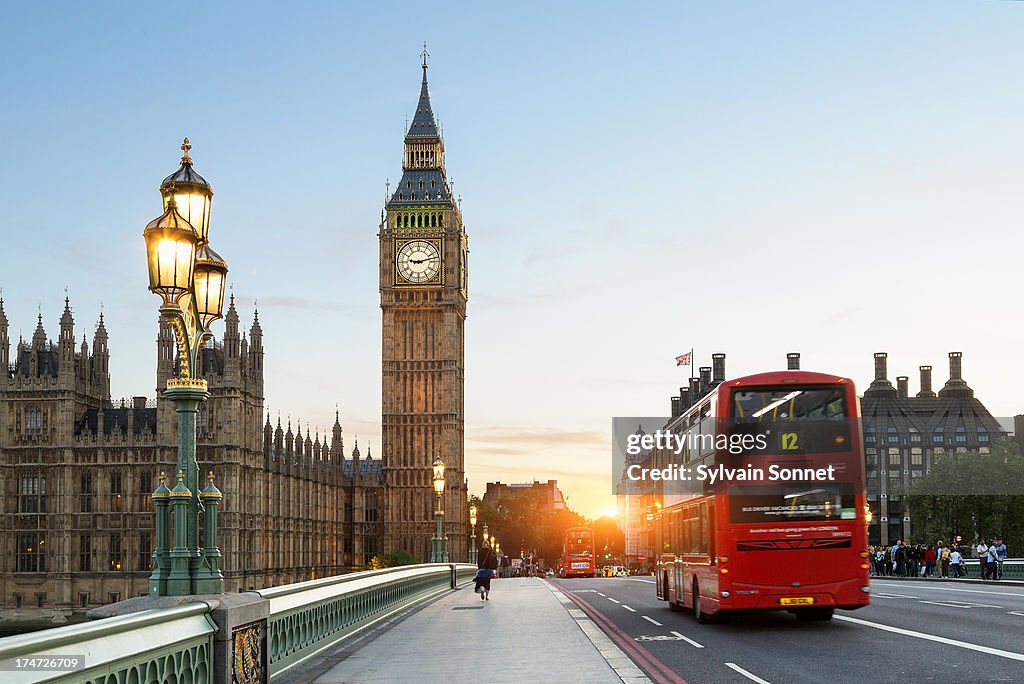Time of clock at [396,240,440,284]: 9:12
